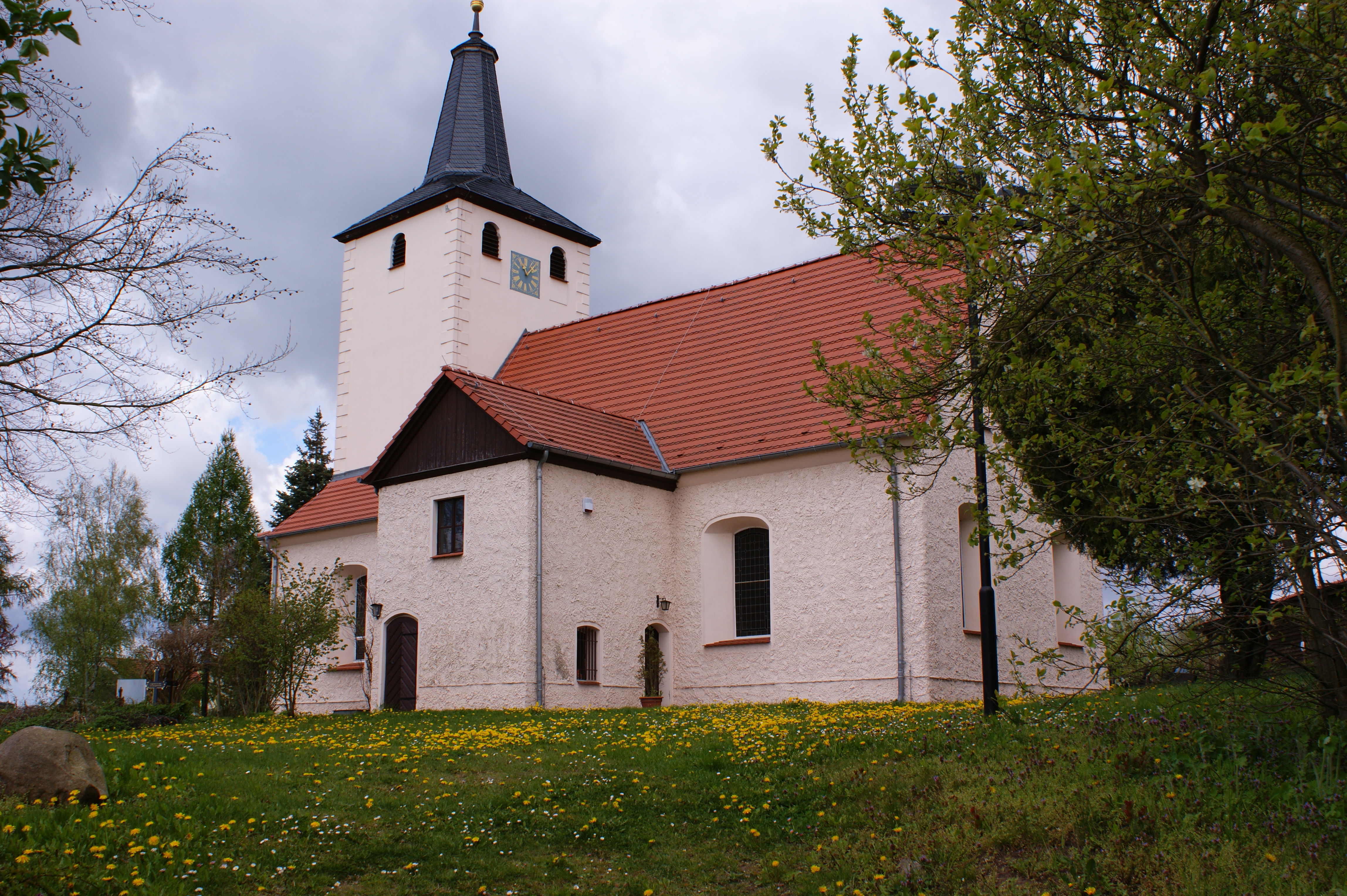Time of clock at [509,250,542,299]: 11:07
